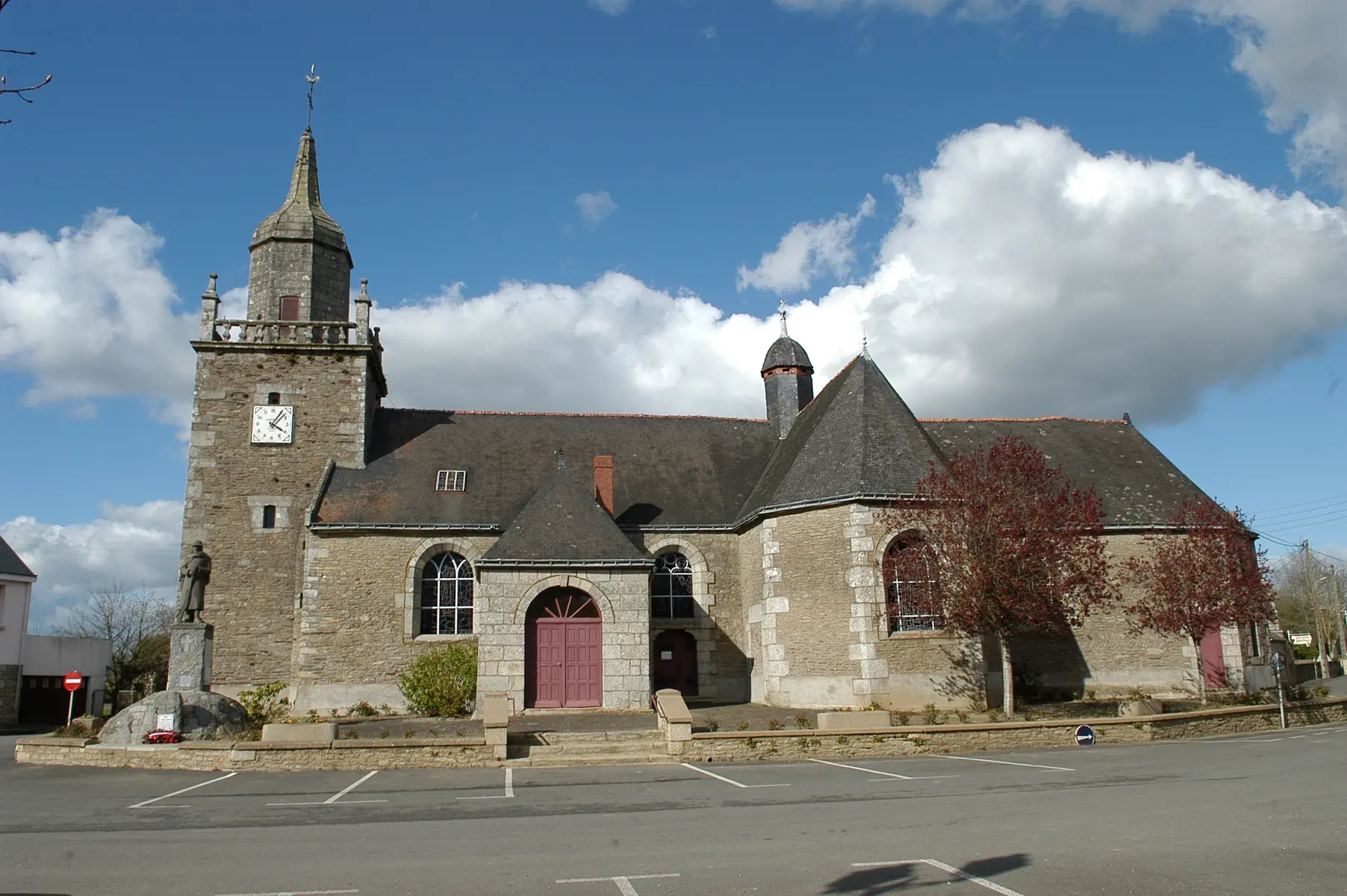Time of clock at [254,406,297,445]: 4:05
